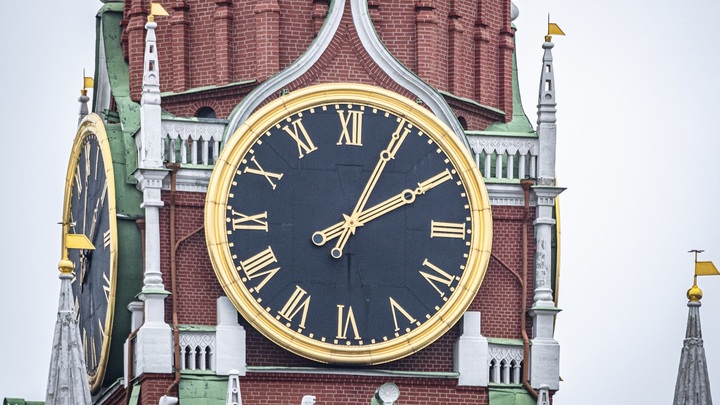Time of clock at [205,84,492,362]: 2:04
